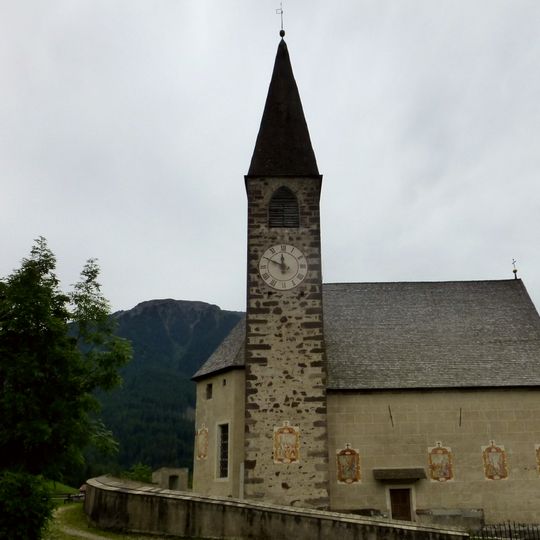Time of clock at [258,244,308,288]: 11:49
